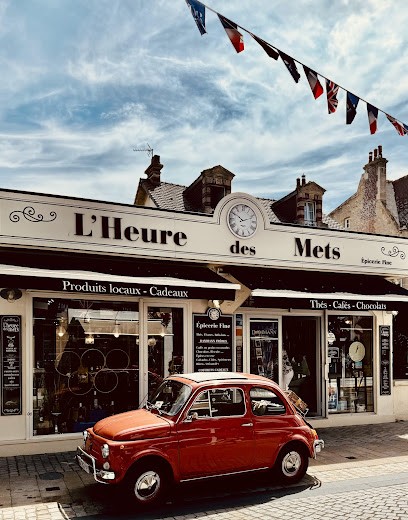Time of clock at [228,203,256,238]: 10:11
